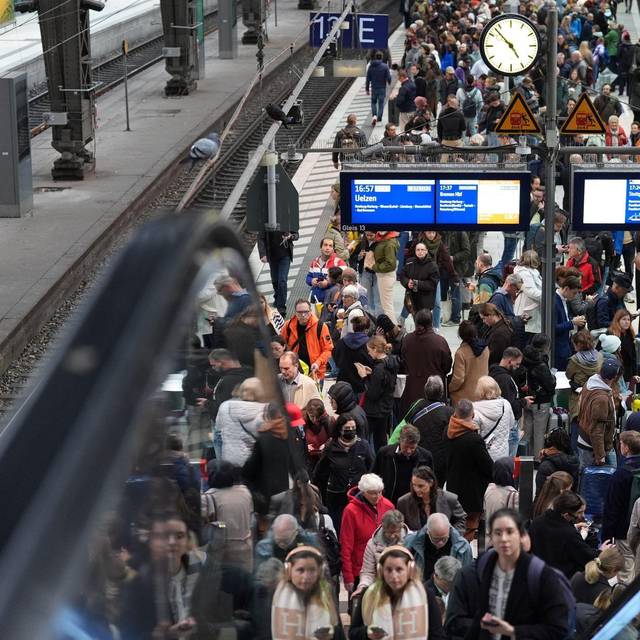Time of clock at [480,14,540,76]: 4:52
